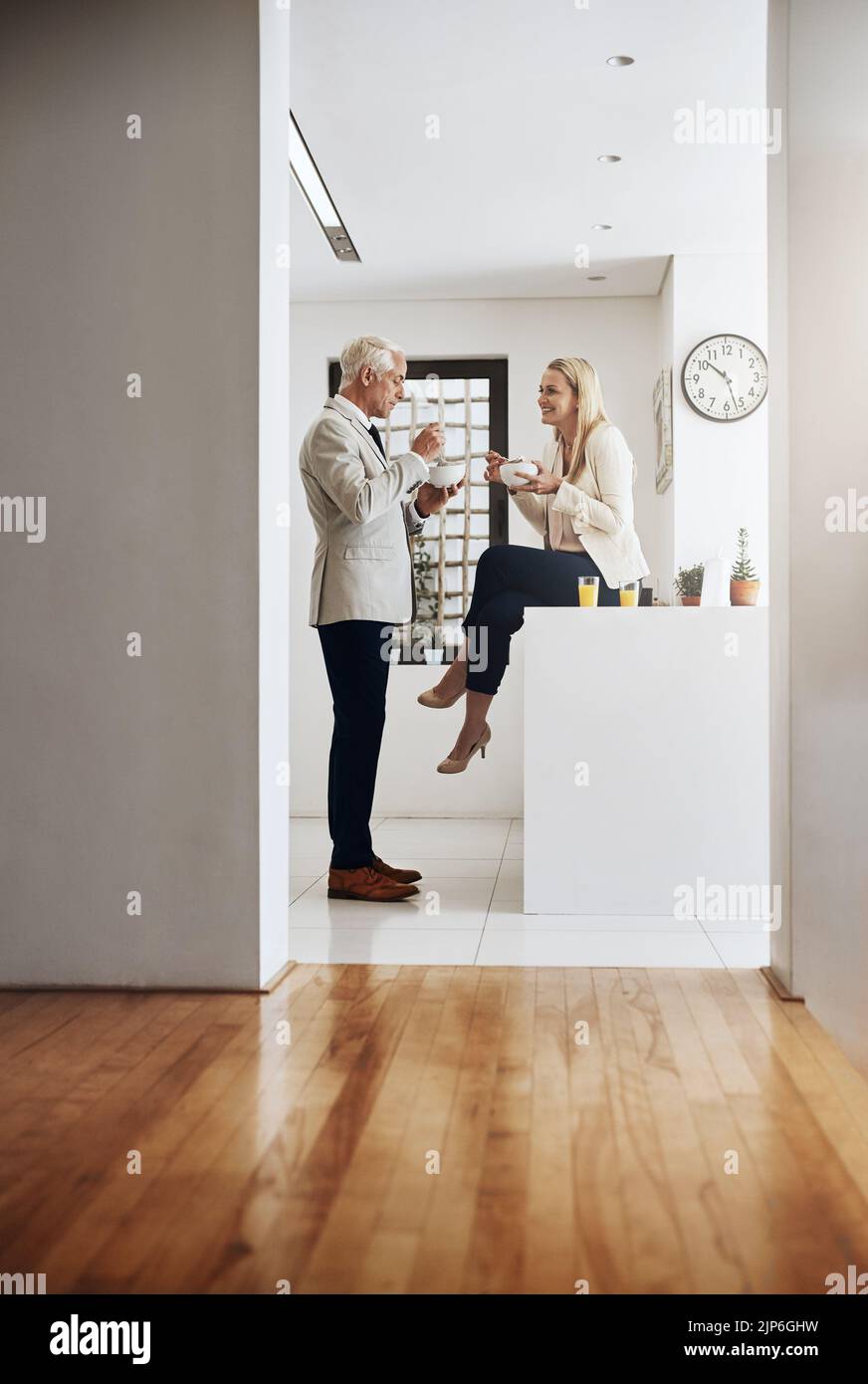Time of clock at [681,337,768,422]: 10:26
